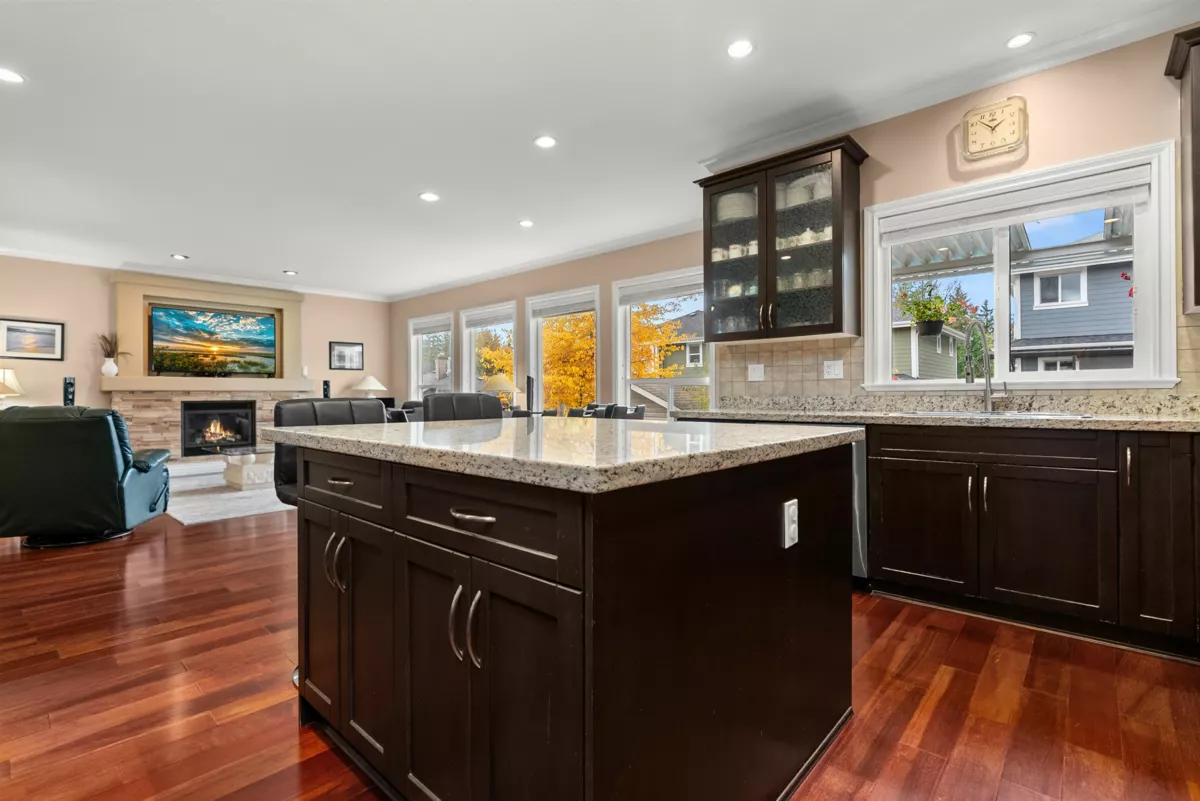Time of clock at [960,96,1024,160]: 1:52
